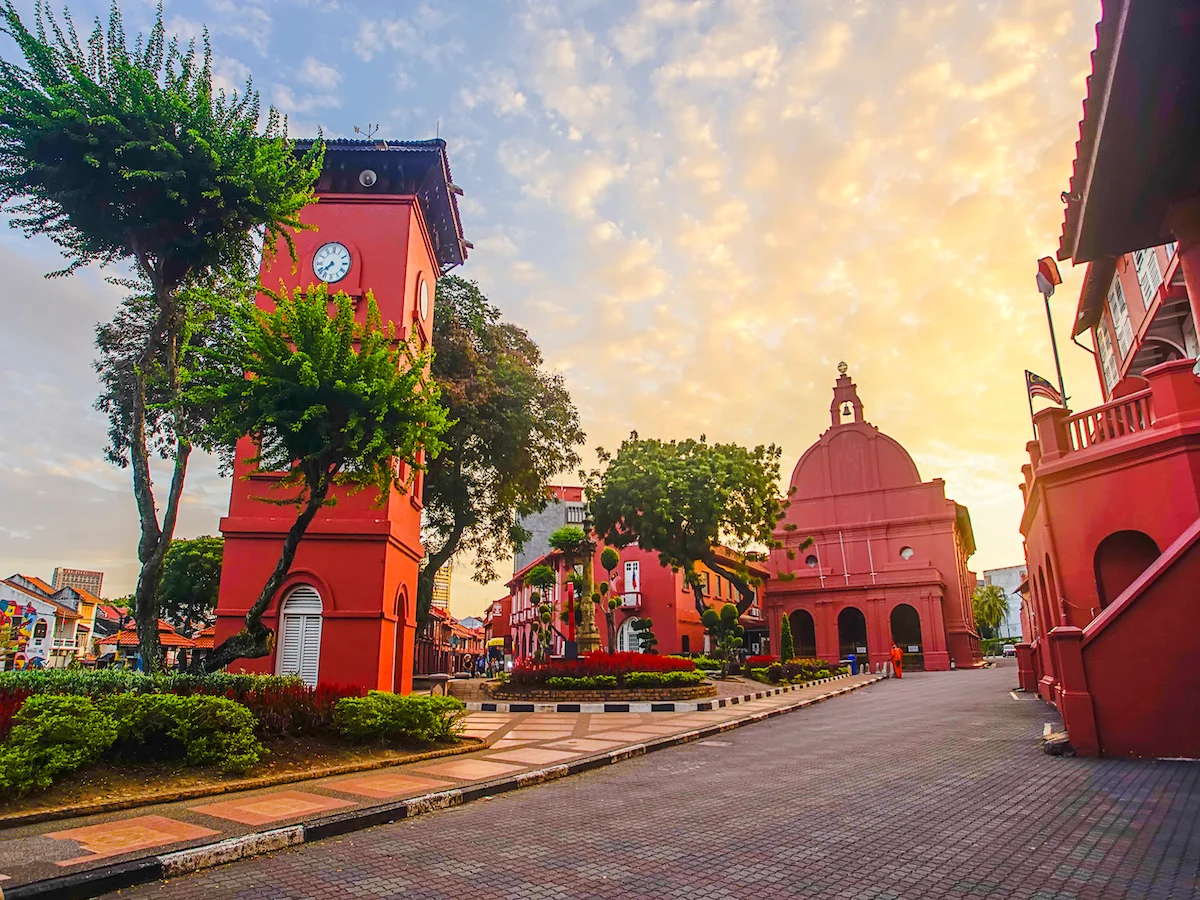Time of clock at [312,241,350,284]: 7:38
